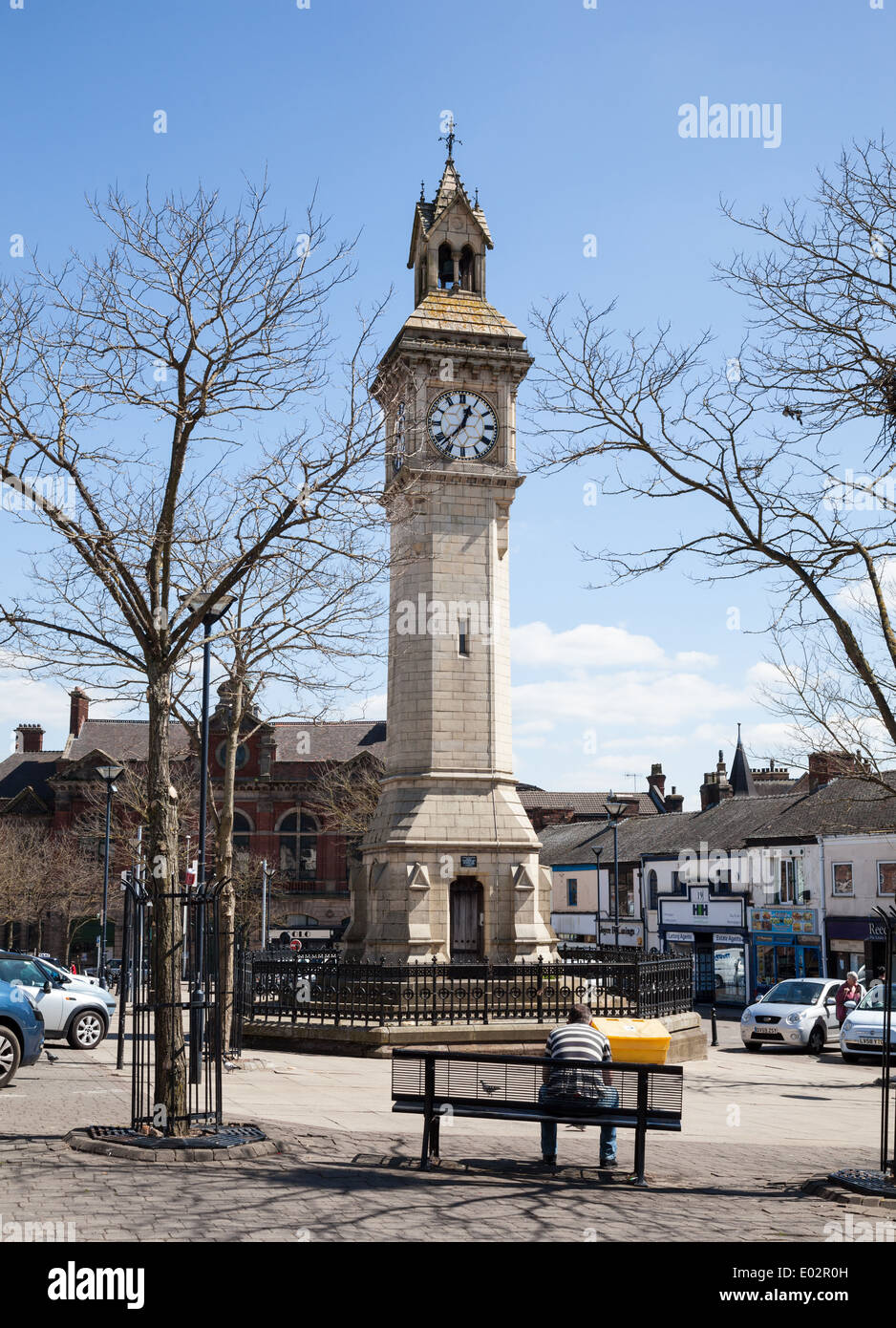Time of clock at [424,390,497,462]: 12:37
